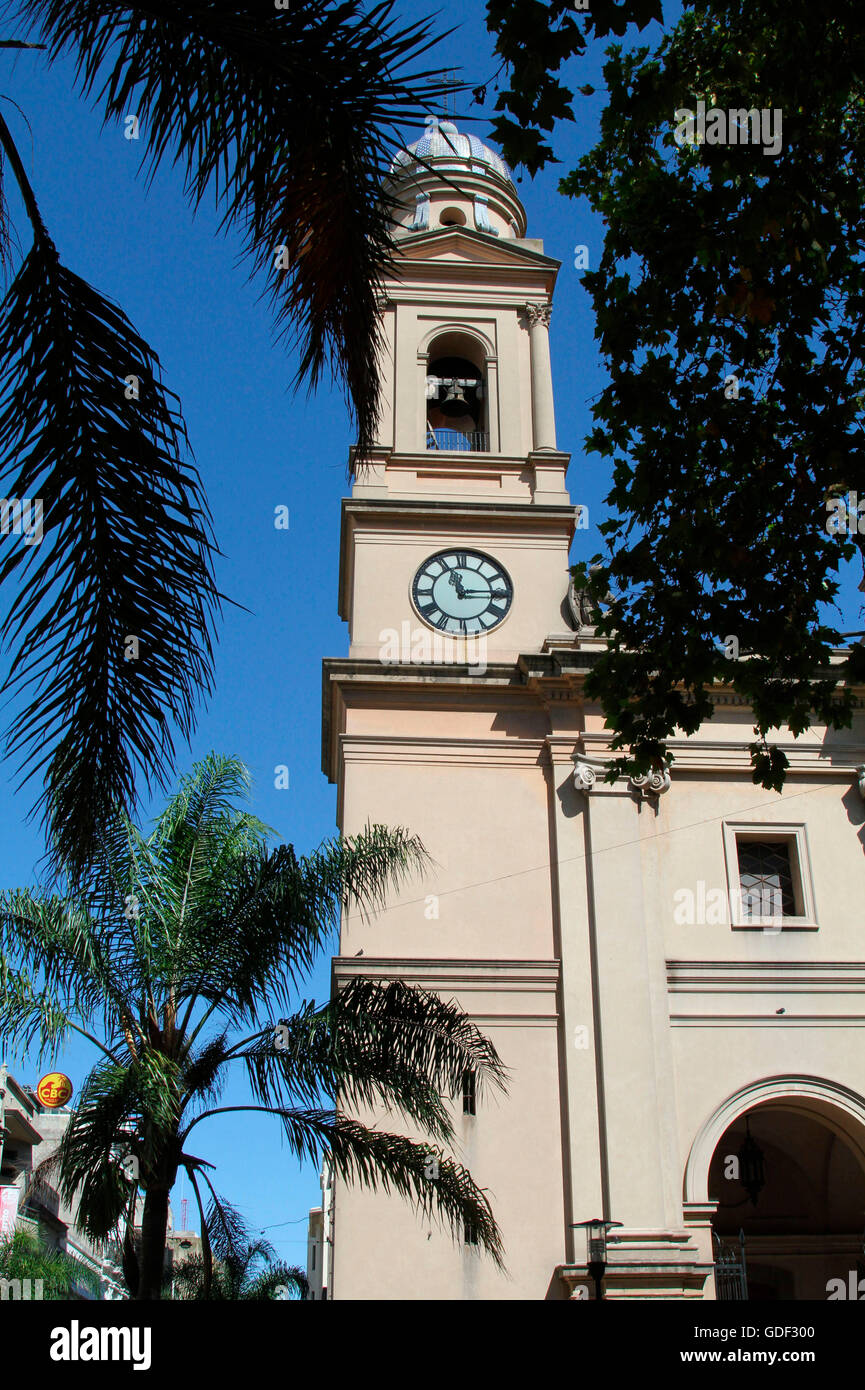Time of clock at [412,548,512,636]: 11:14
